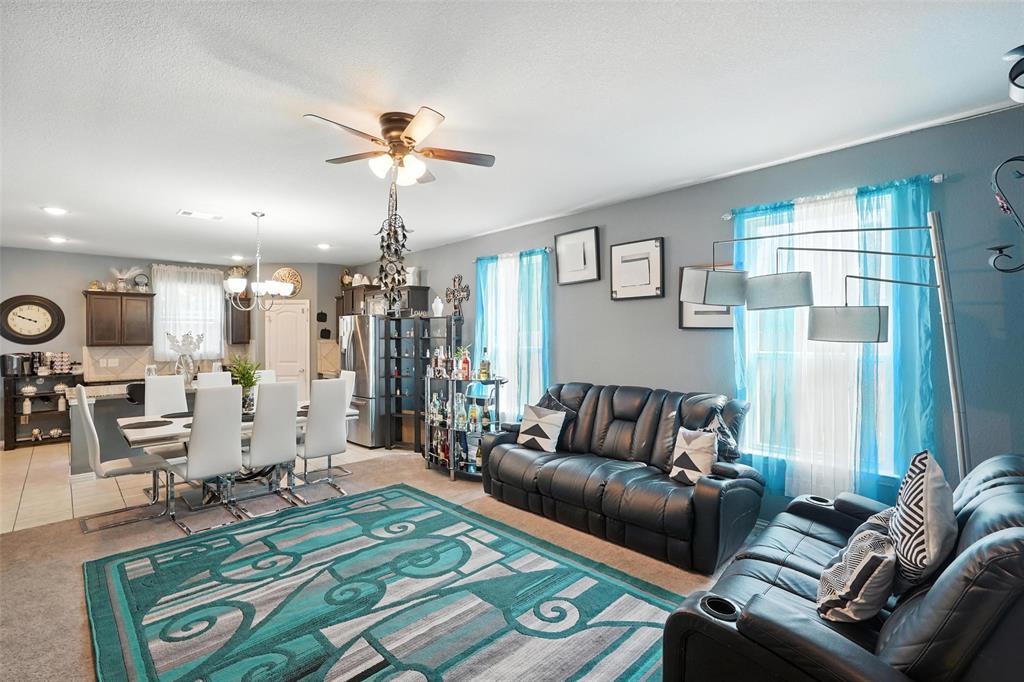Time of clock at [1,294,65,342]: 9:49
